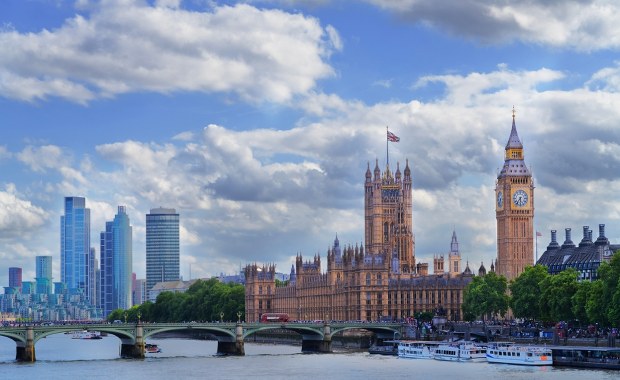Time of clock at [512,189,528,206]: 5:36
